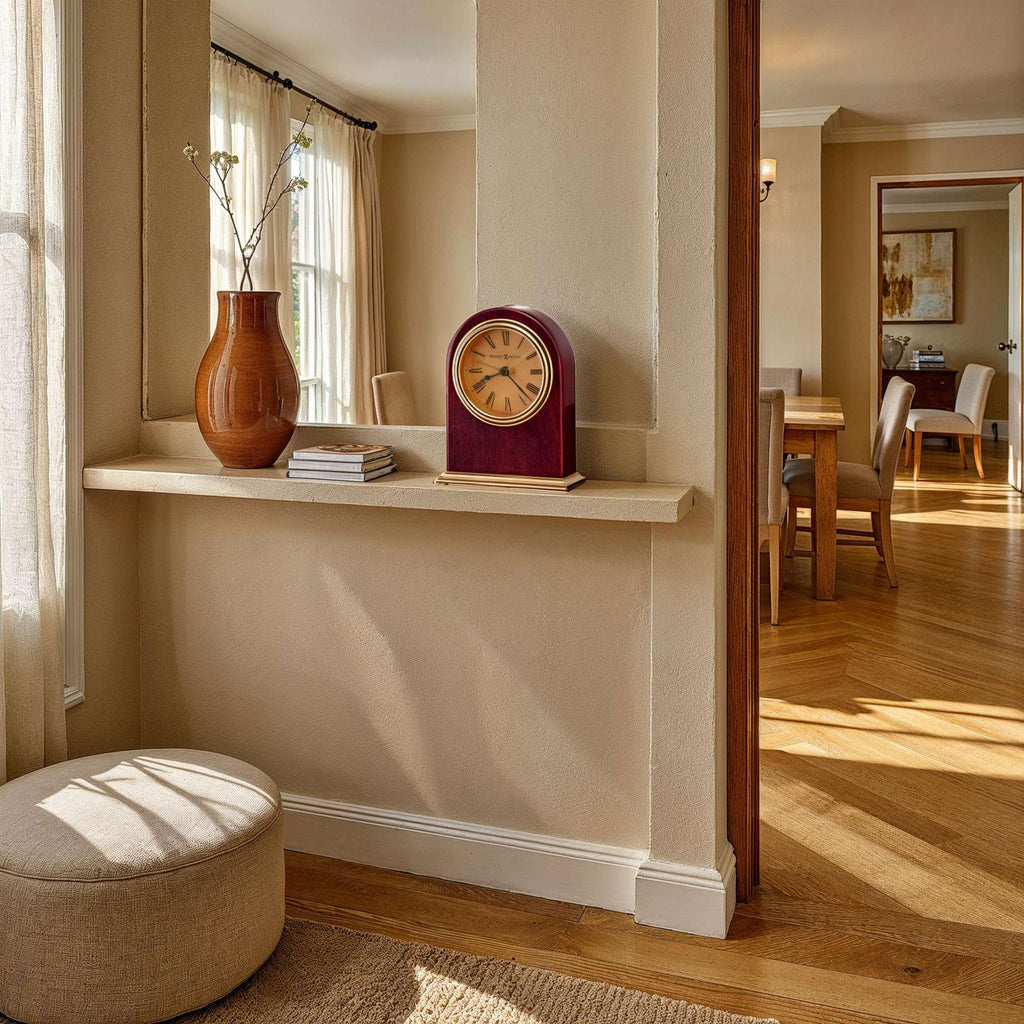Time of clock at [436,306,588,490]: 8:21
